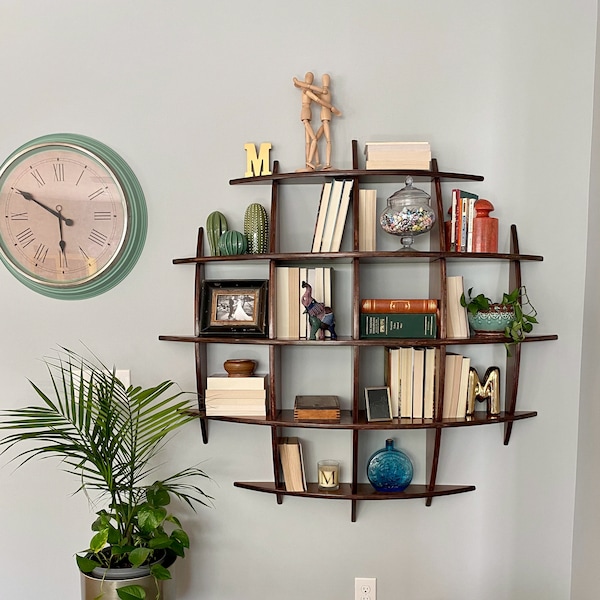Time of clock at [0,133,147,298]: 5:50
